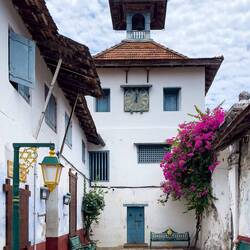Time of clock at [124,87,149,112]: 12:02
